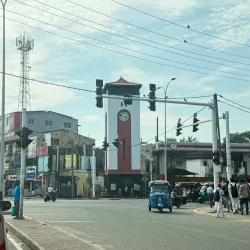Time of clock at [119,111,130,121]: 3:47
